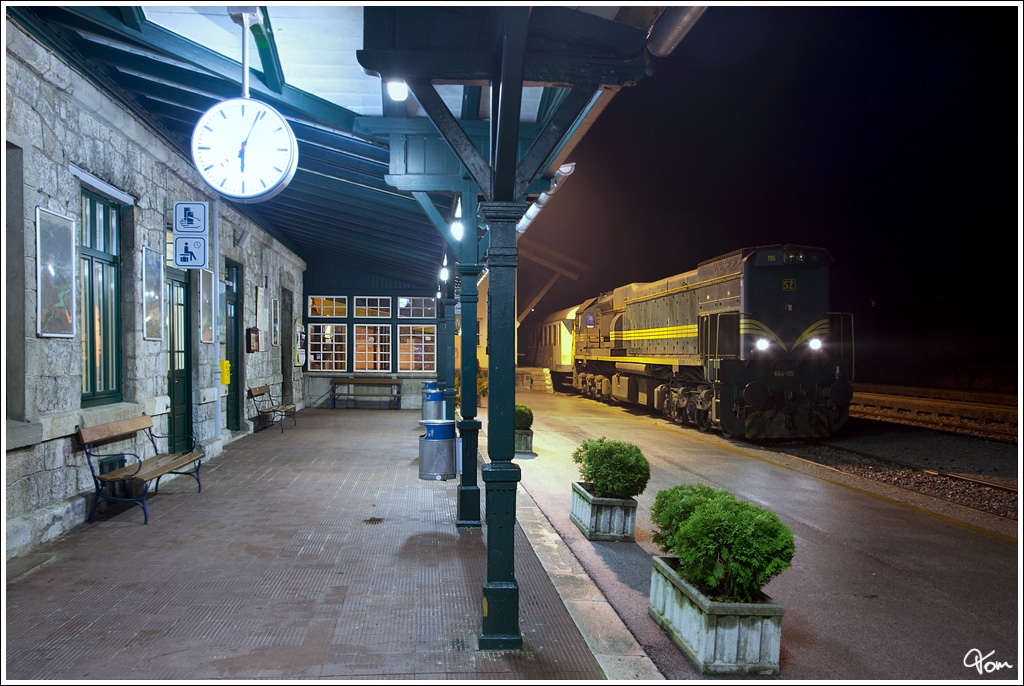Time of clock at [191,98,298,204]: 6:03
